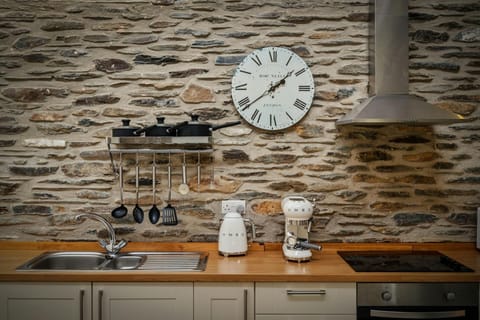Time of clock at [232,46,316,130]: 1:38
